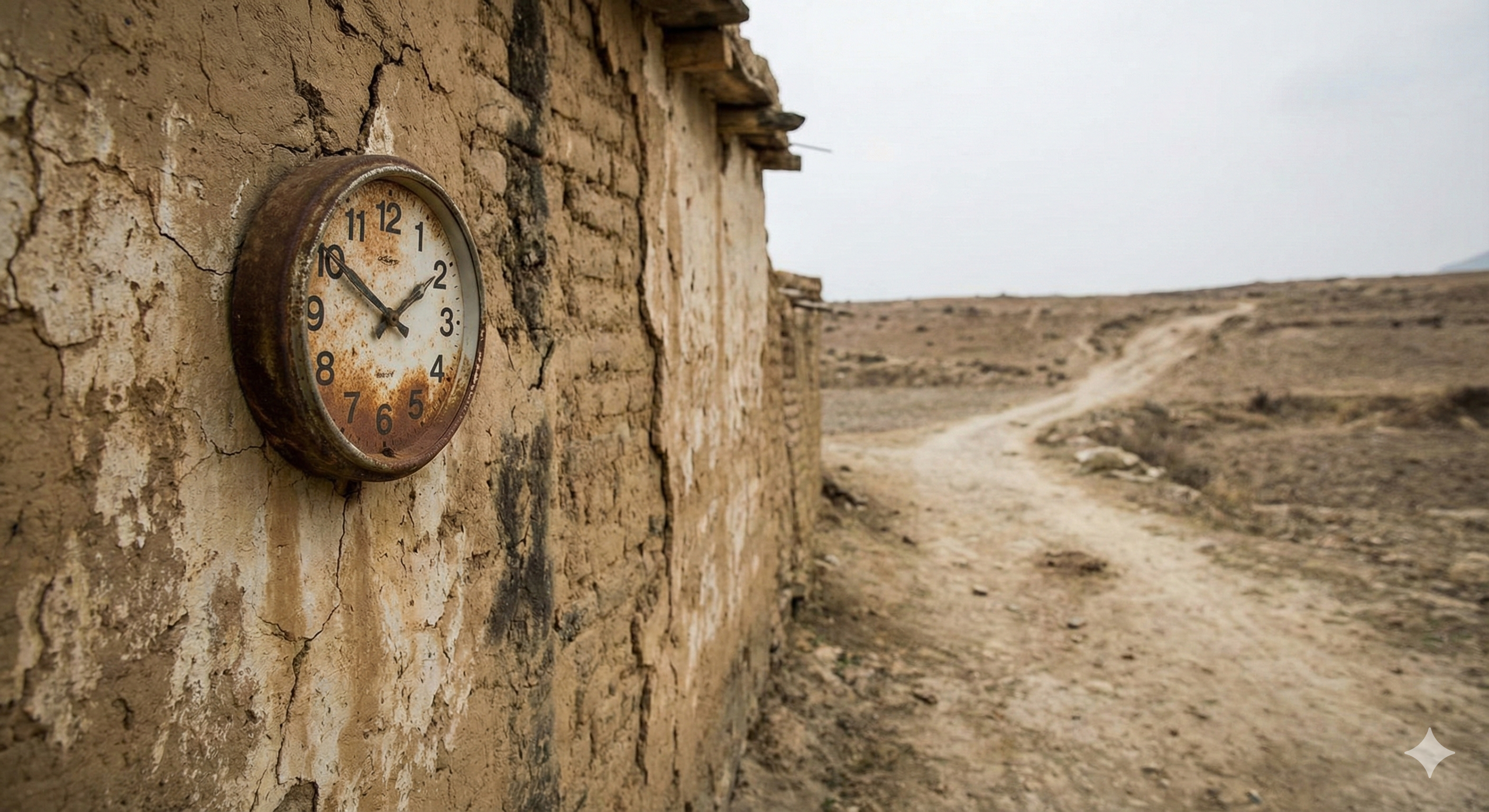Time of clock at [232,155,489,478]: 1:50
